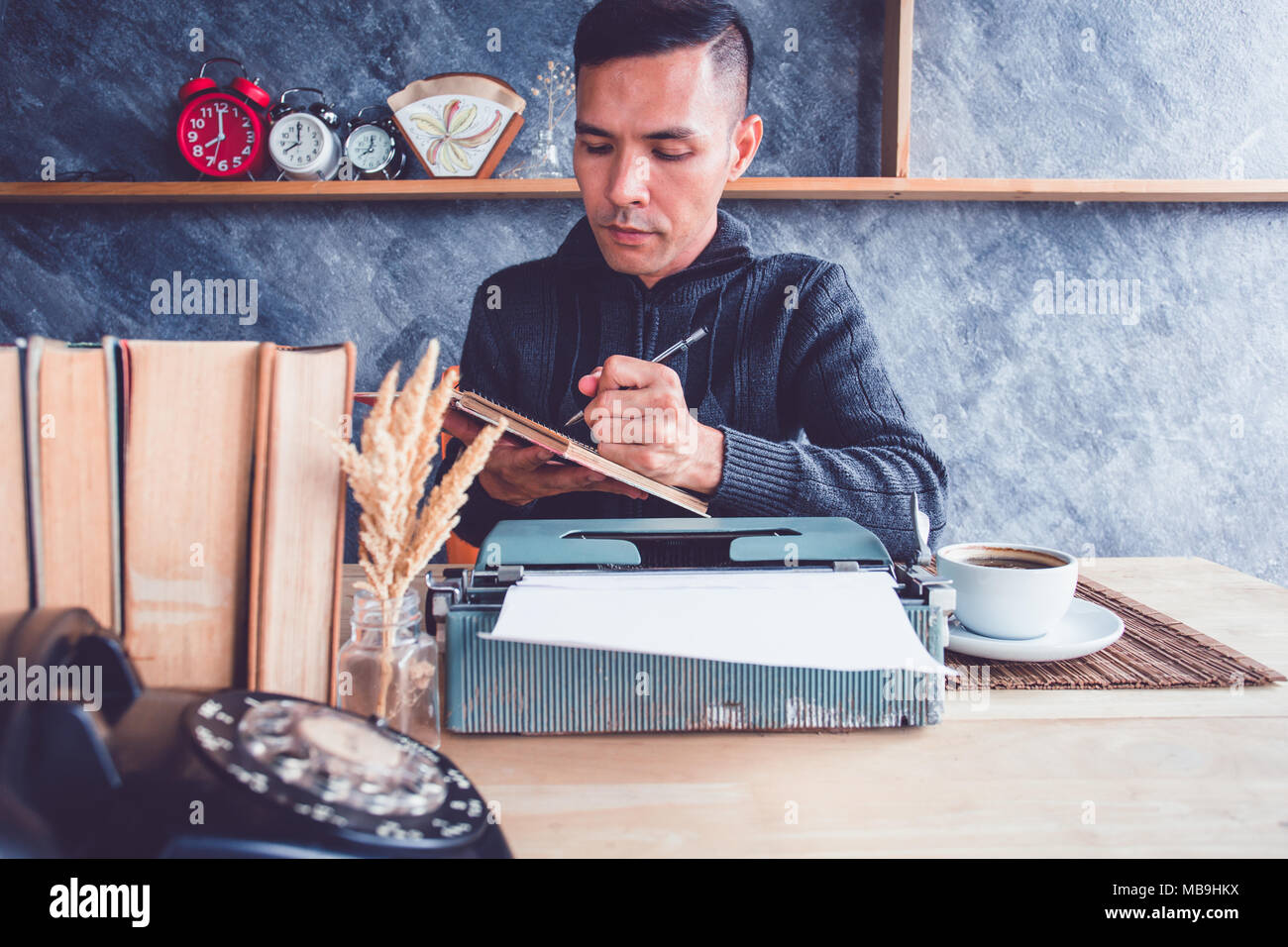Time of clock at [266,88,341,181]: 7:59
